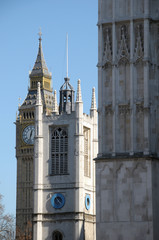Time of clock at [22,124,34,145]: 12:32
